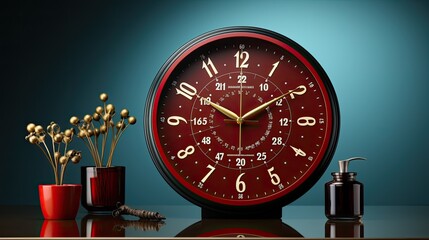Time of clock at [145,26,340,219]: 1:50
